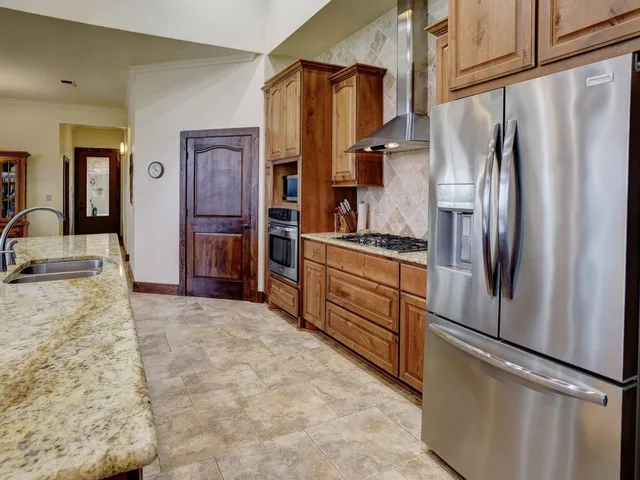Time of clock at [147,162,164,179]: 3:53
